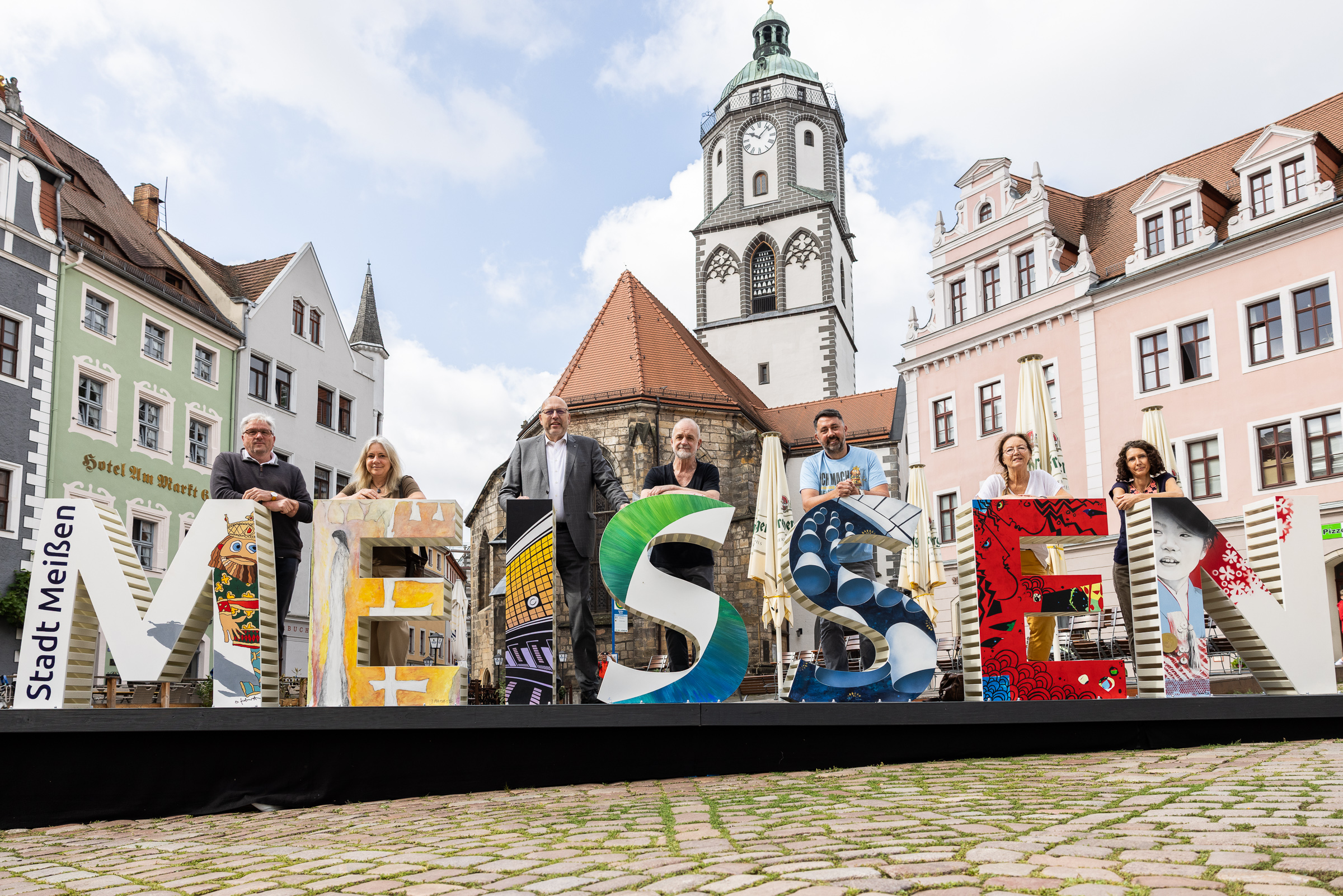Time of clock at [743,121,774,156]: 10:07
